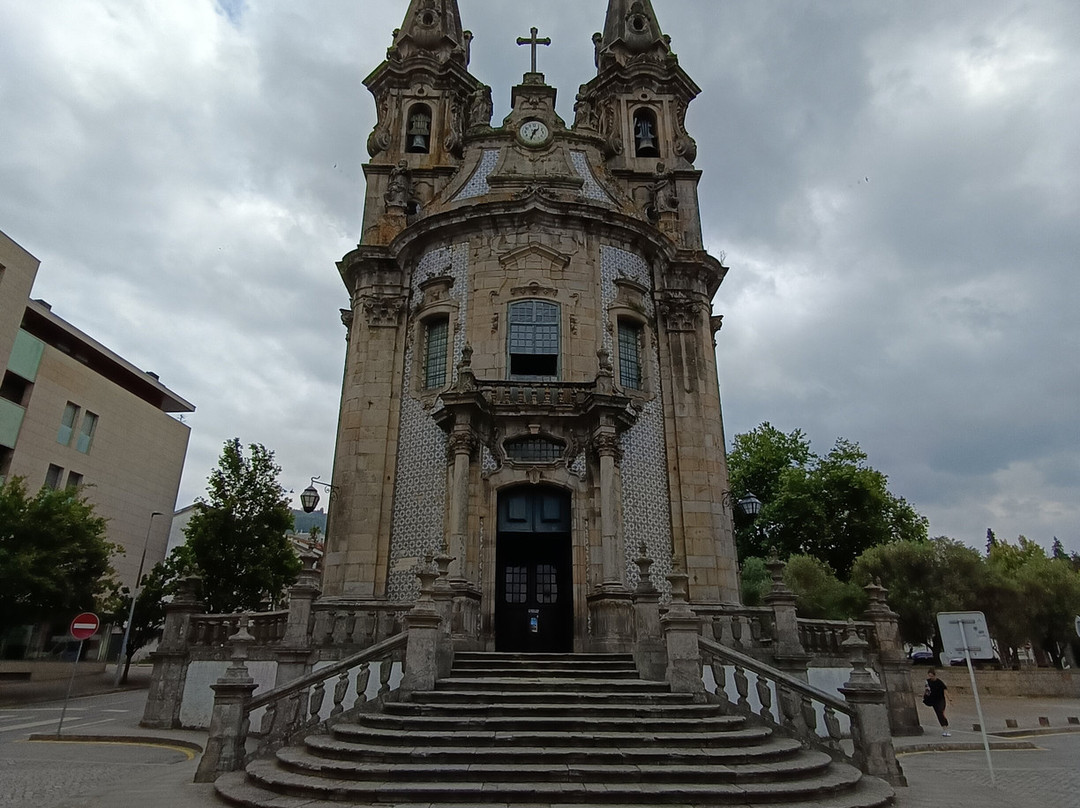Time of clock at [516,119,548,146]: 1:33
